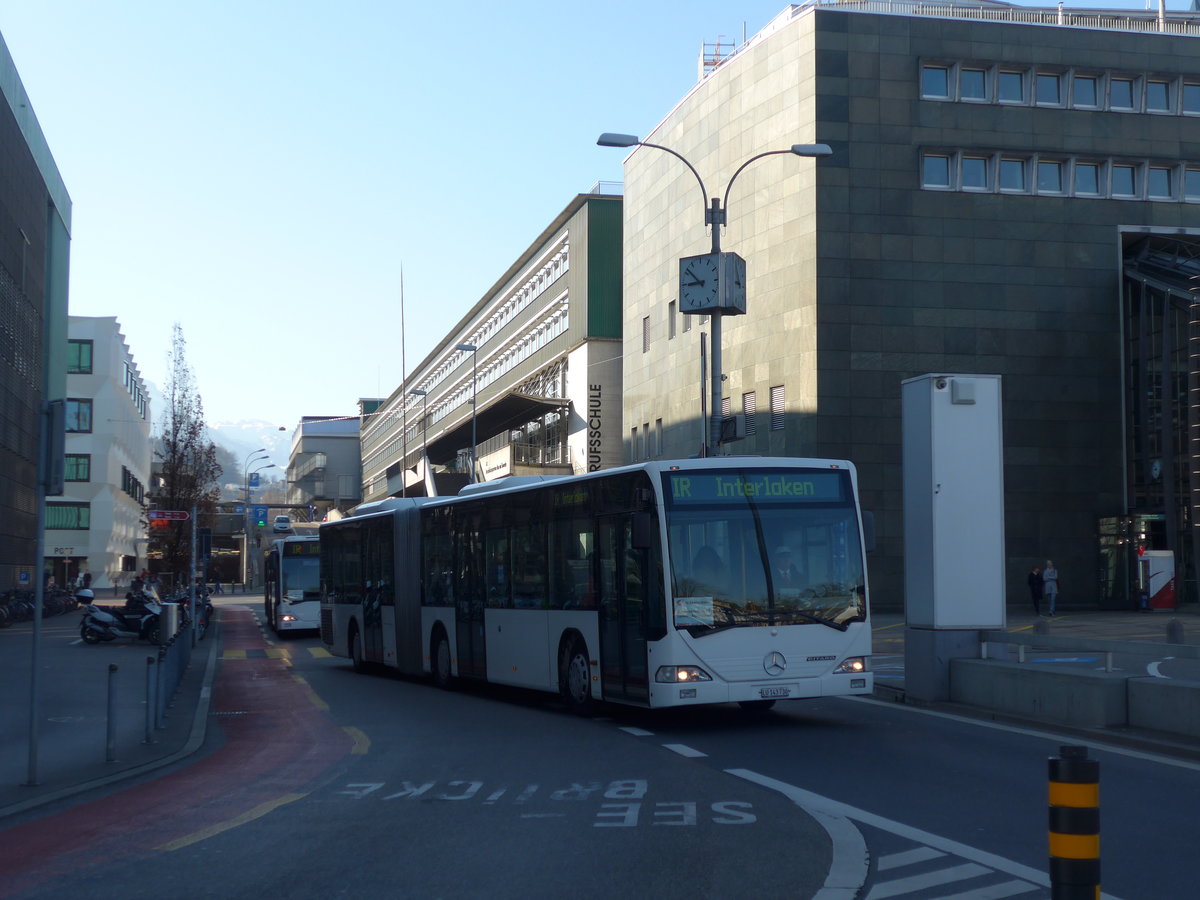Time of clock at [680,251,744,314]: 8:51
